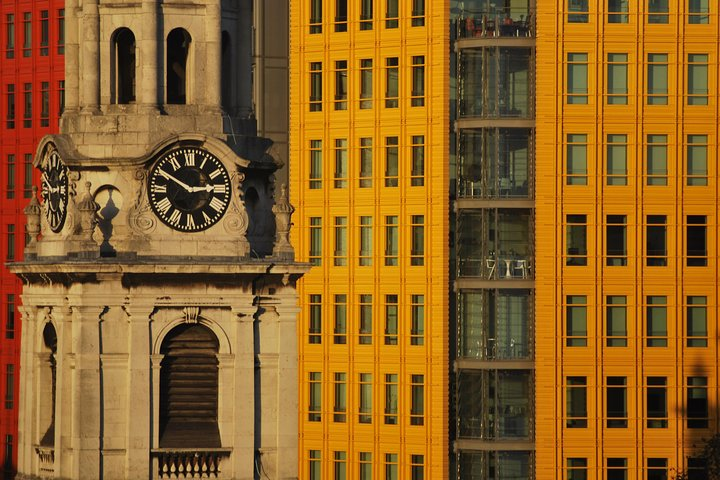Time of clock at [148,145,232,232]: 2:50
